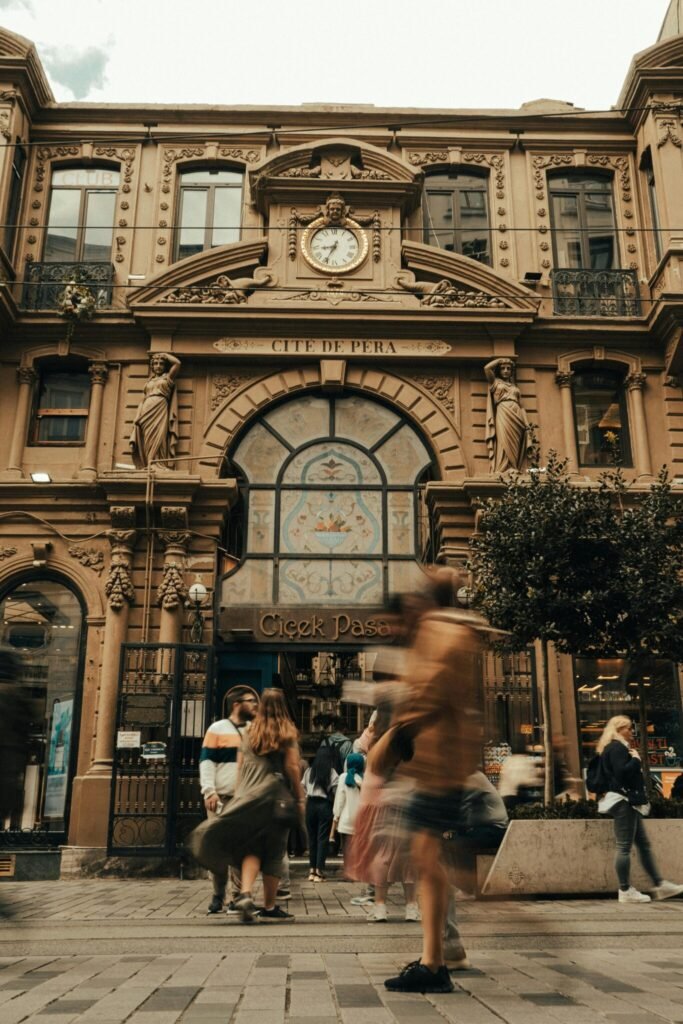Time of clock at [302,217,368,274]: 8:34
